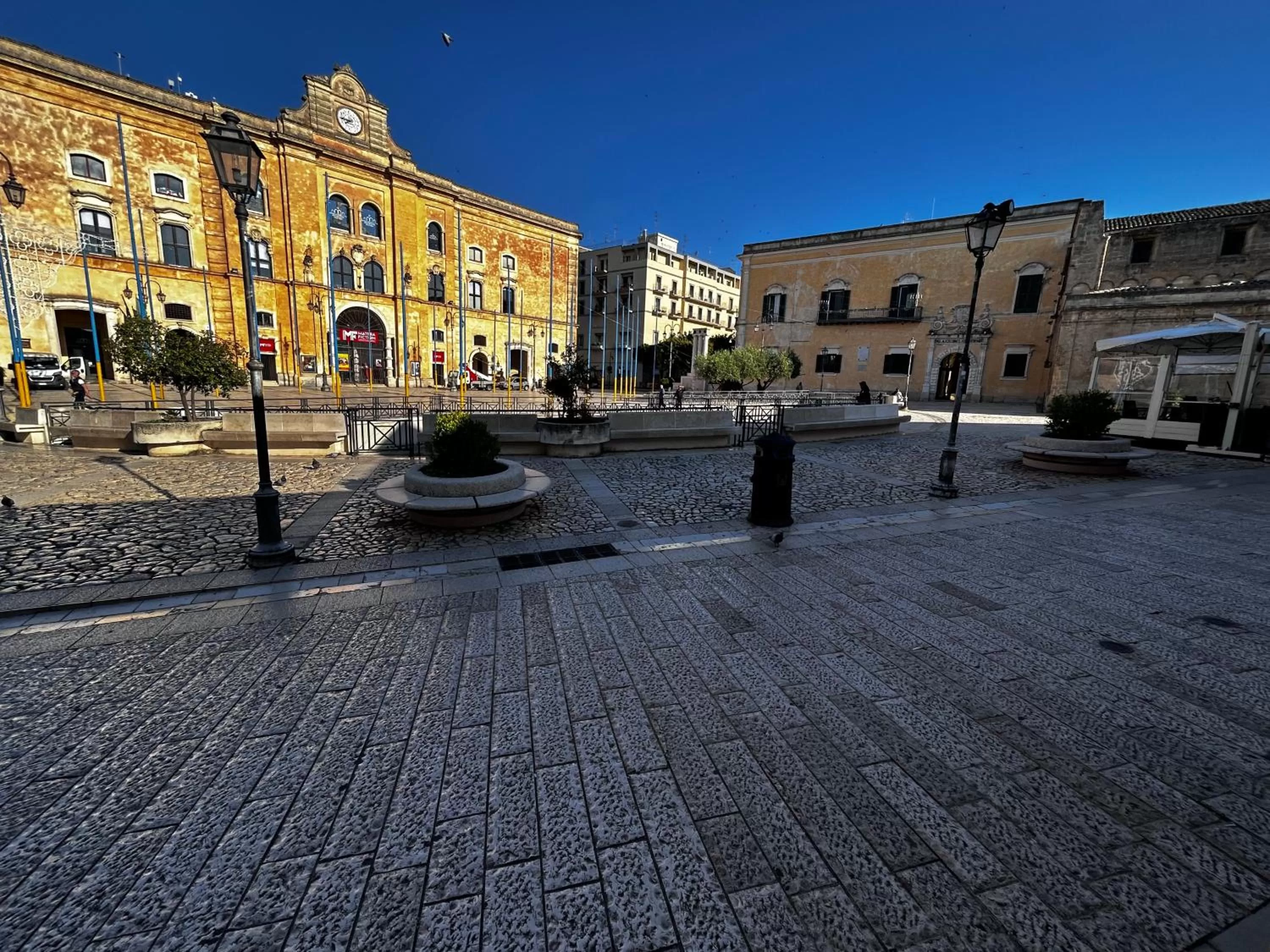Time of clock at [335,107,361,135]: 7:44
